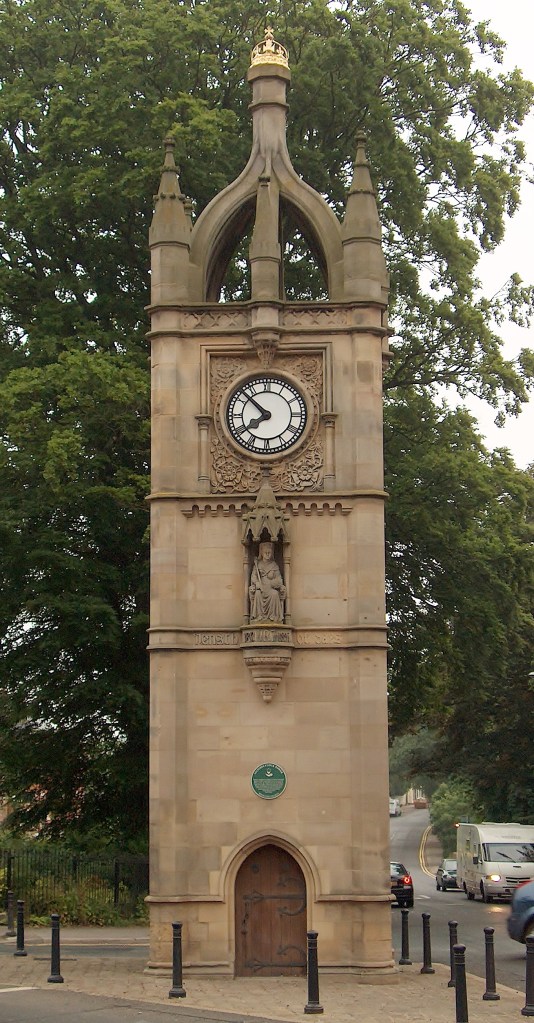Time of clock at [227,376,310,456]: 7:52
